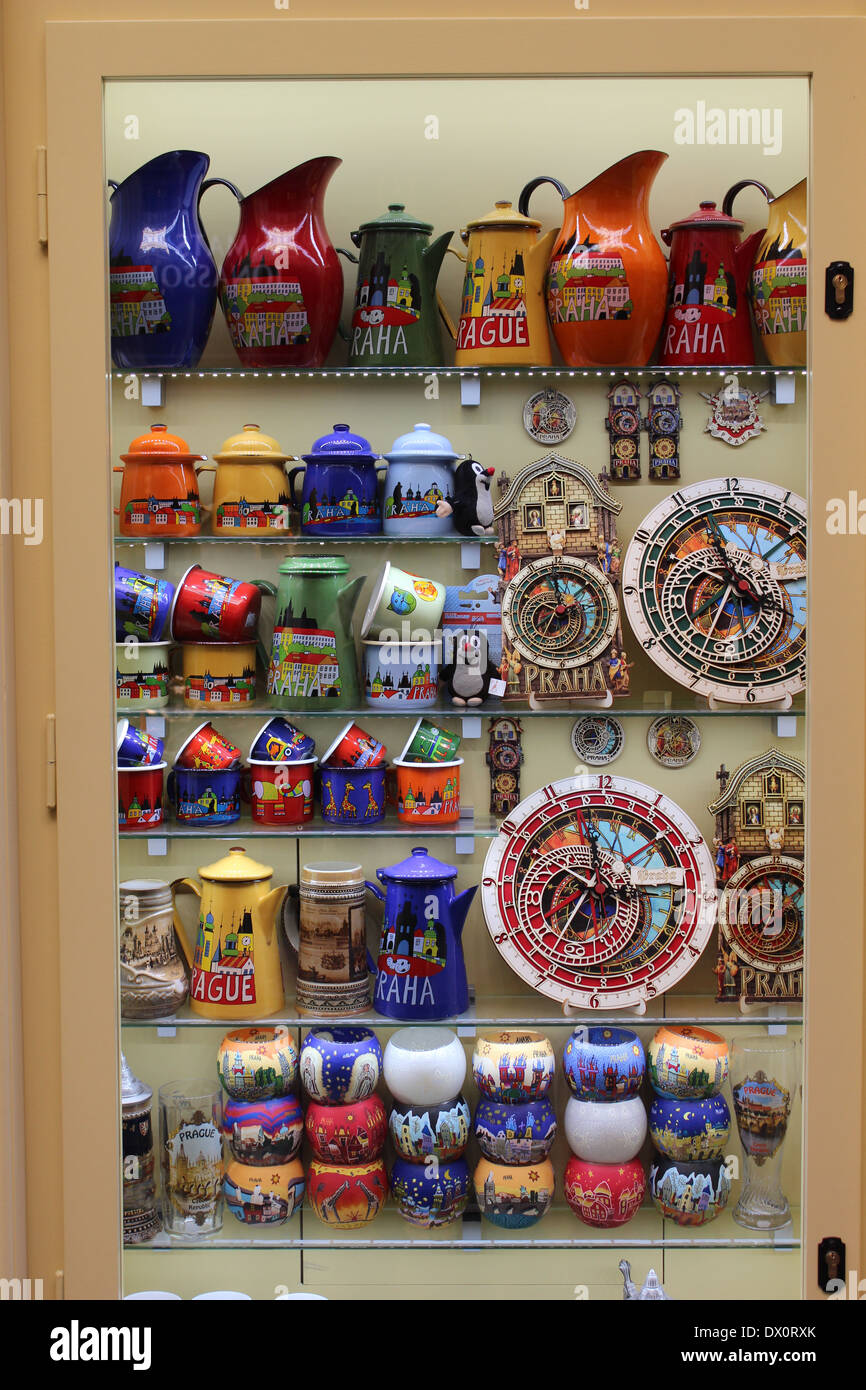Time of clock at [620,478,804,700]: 3:34
